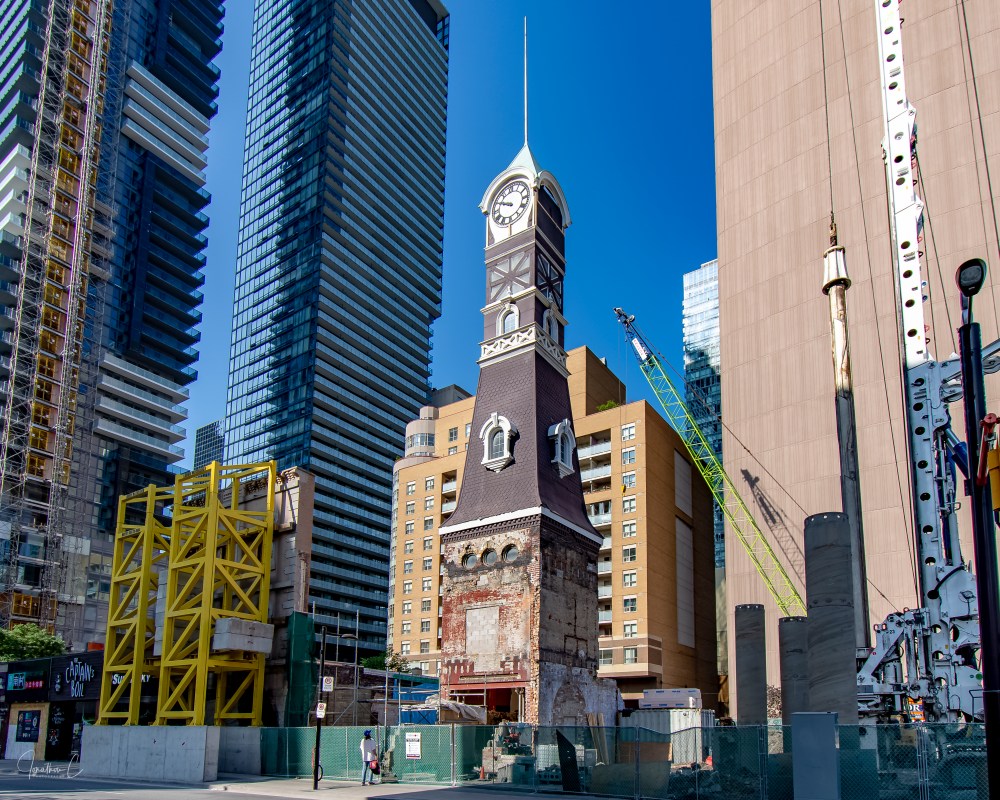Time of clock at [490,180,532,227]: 9:49
